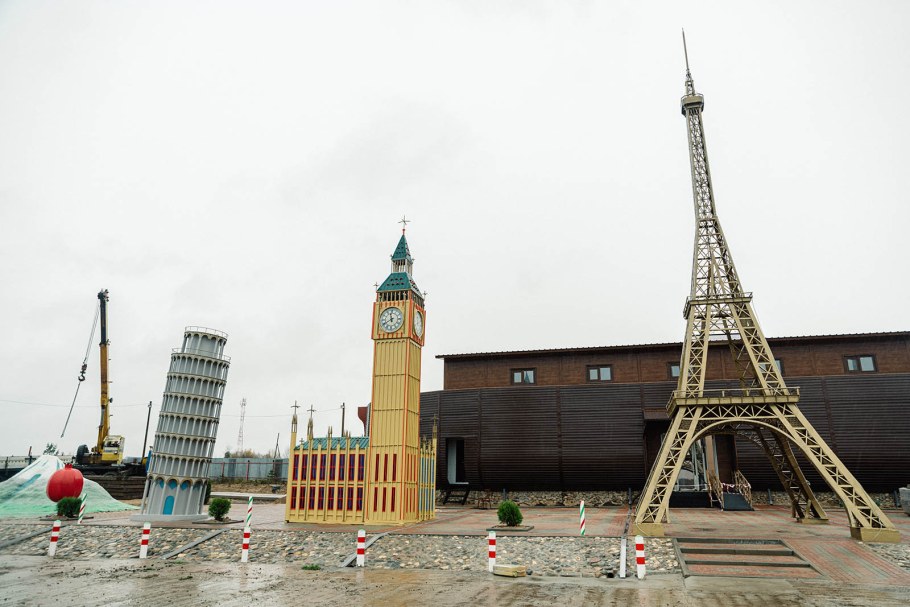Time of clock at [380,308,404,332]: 11:40
